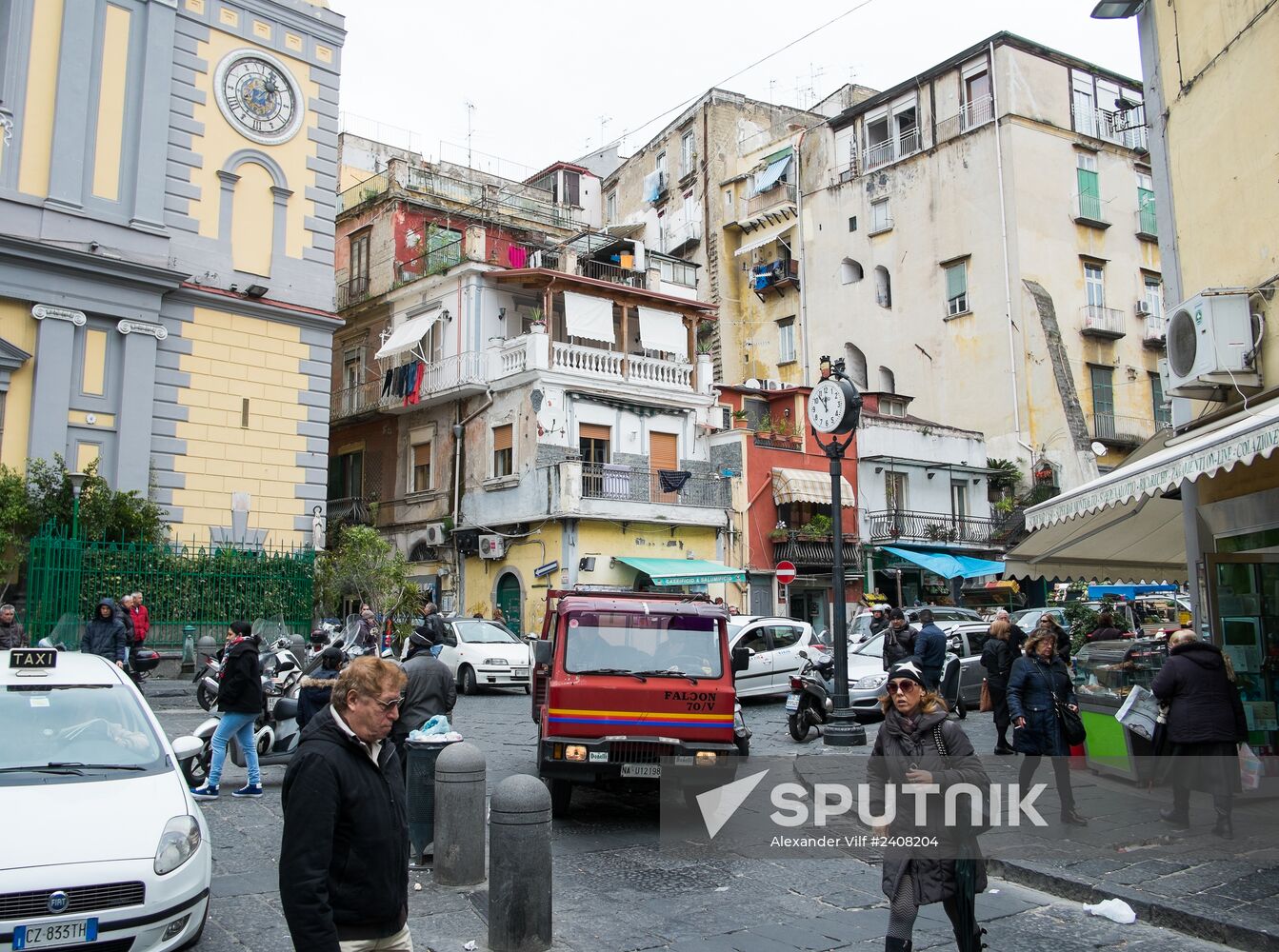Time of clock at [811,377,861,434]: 11:53
